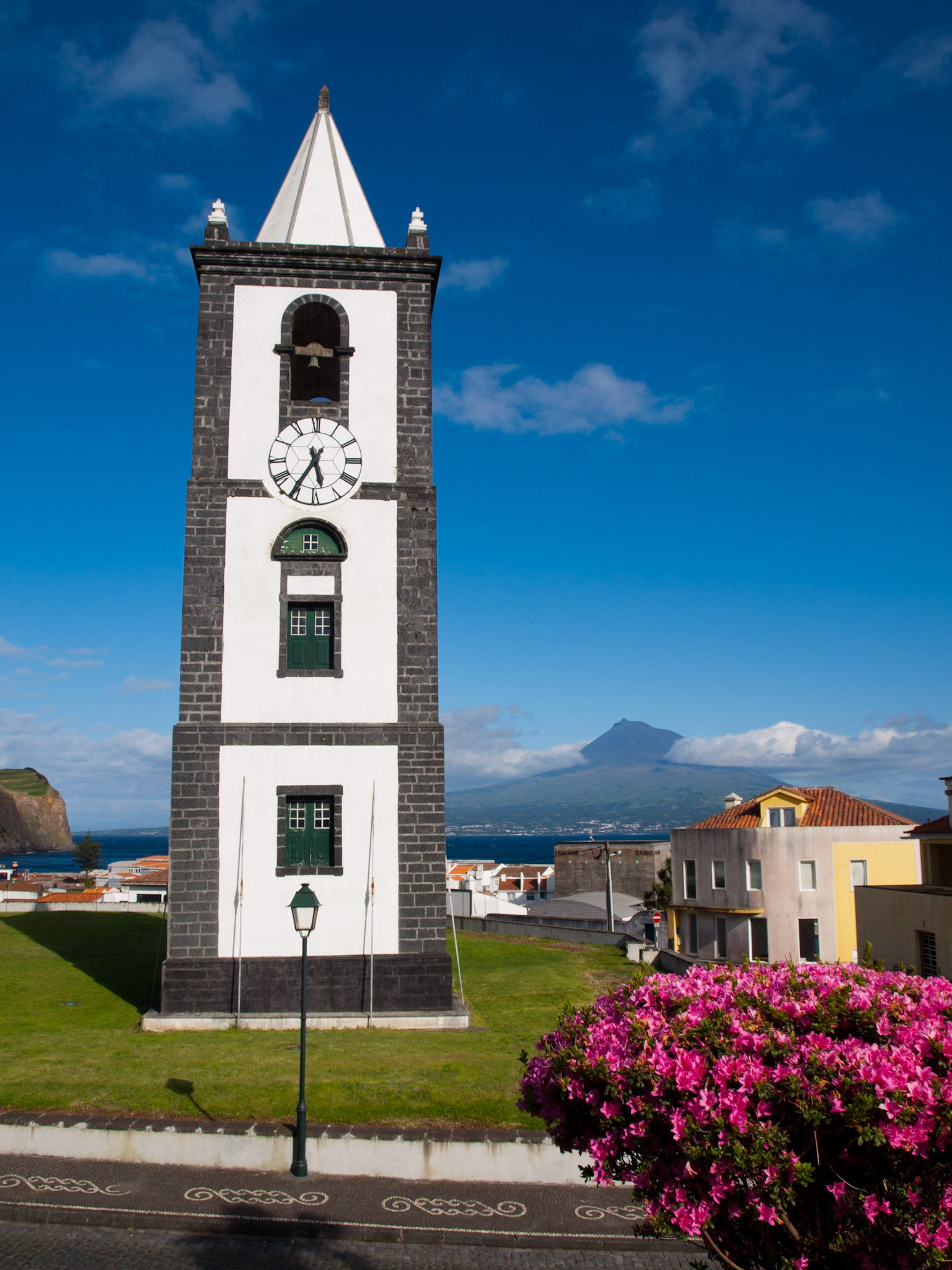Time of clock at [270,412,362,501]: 5:35
